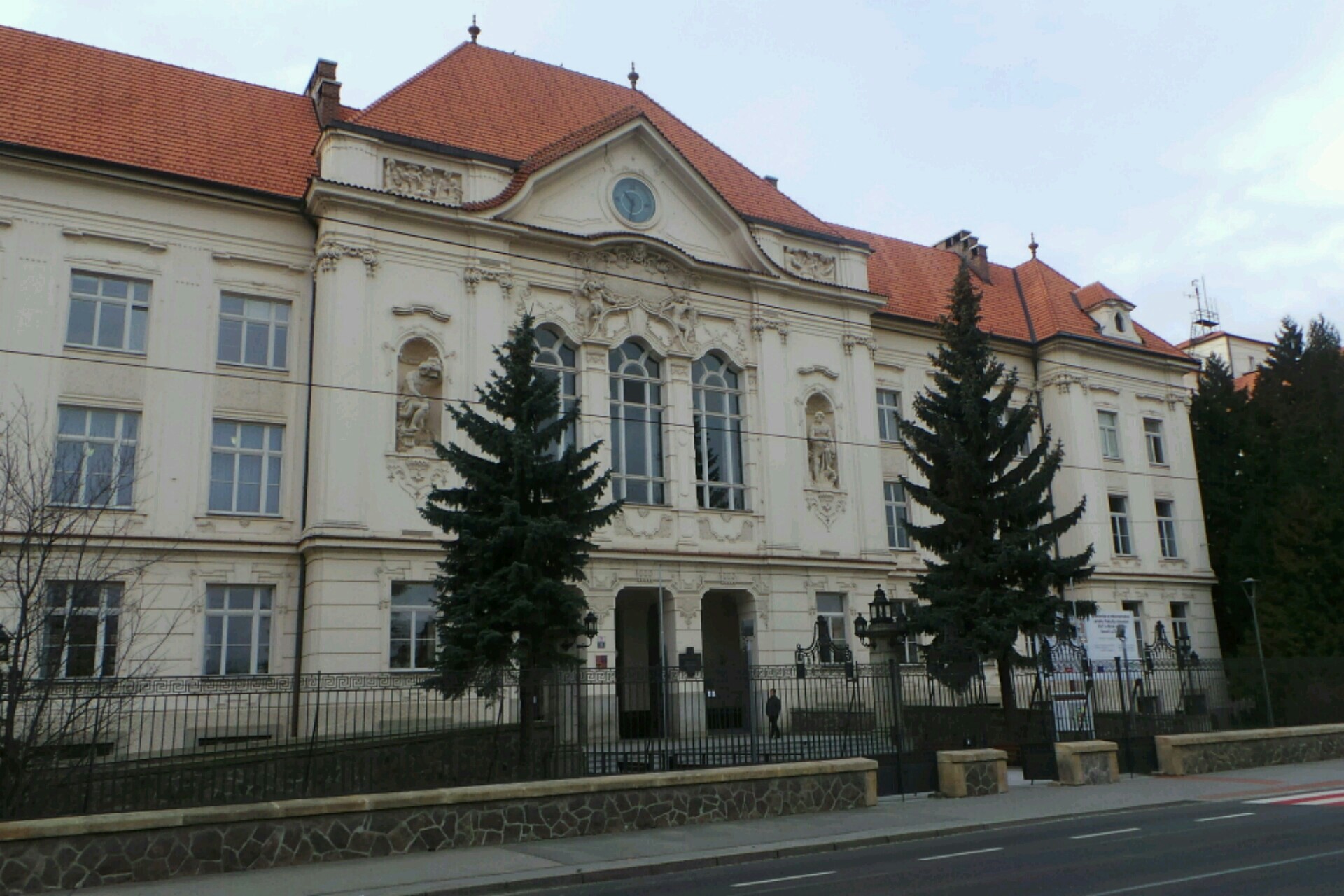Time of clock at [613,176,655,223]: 10:32
